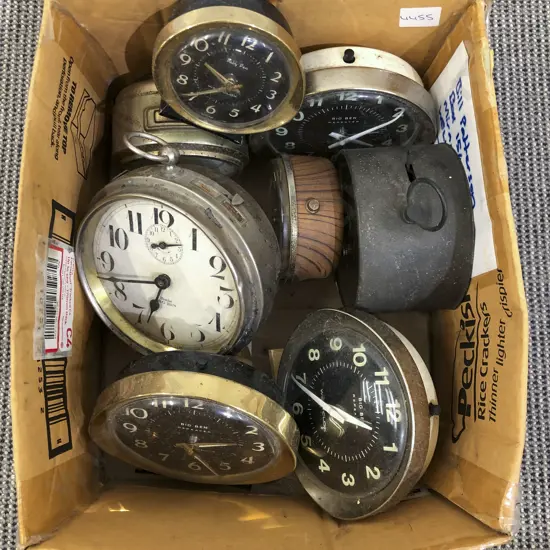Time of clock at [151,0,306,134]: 10:40
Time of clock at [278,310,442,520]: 3:49
